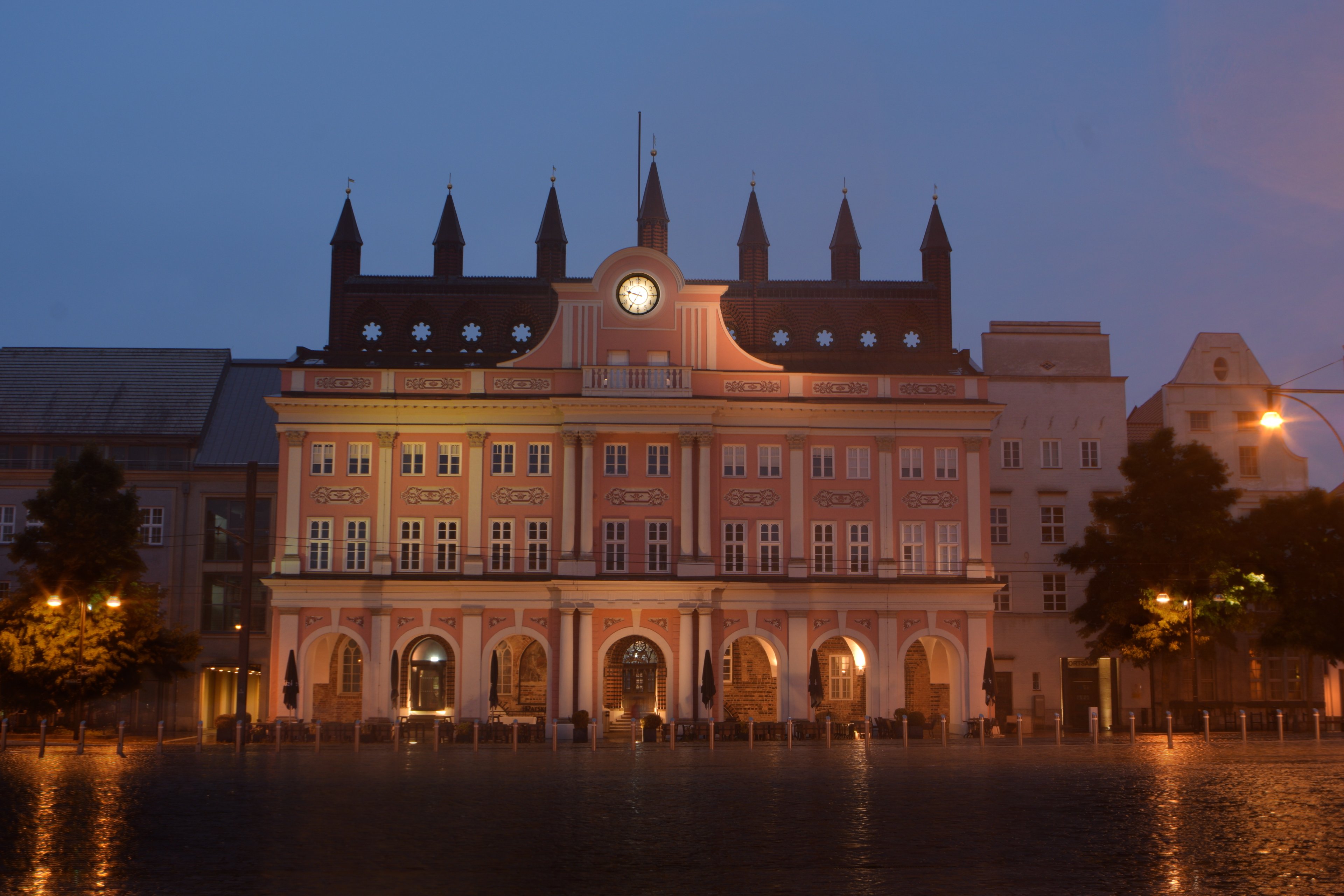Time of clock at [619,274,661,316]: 9:34
